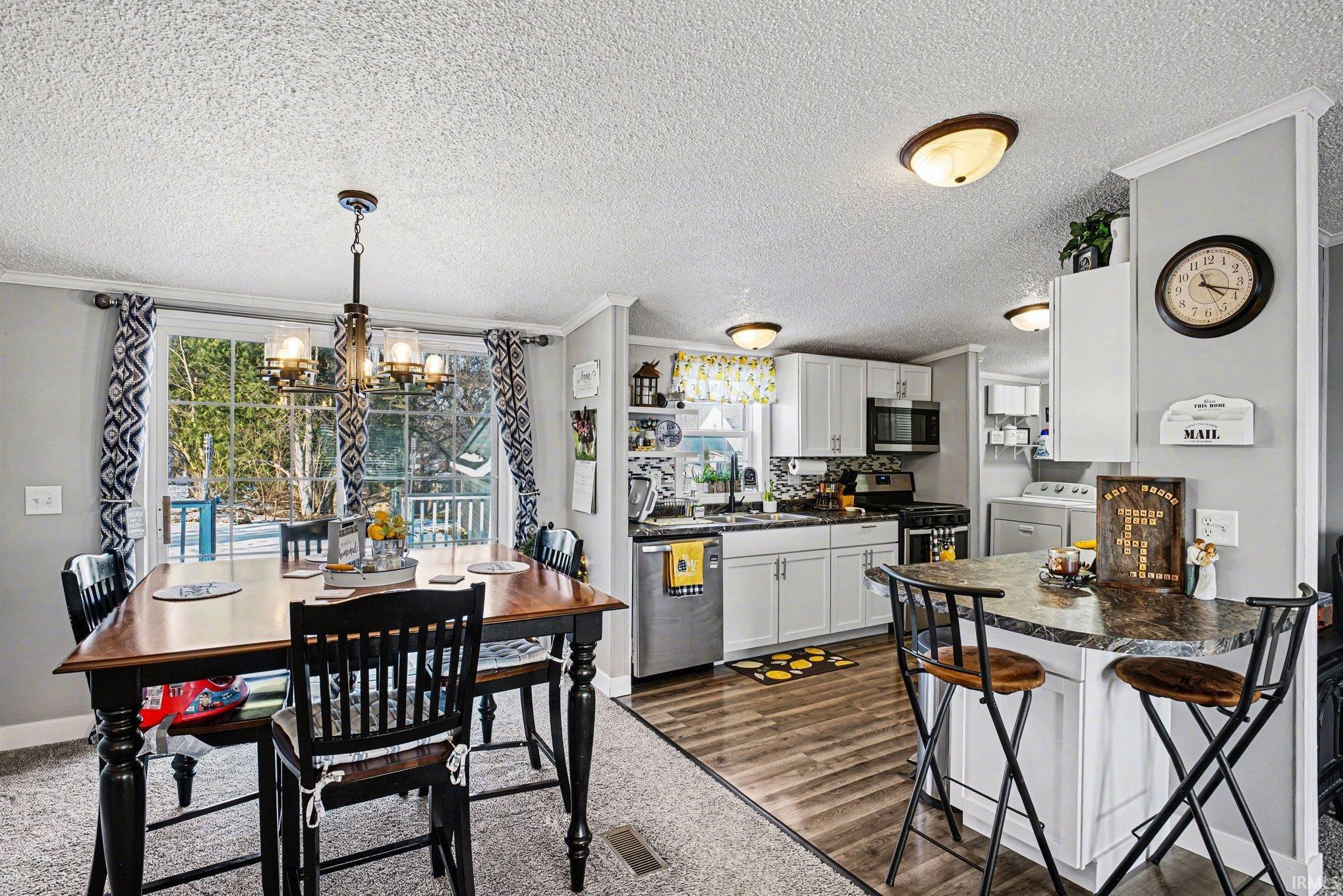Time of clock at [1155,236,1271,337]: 4:17
